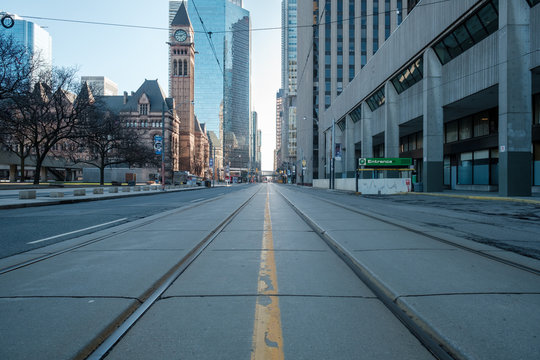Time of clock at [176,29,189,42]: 9:10
